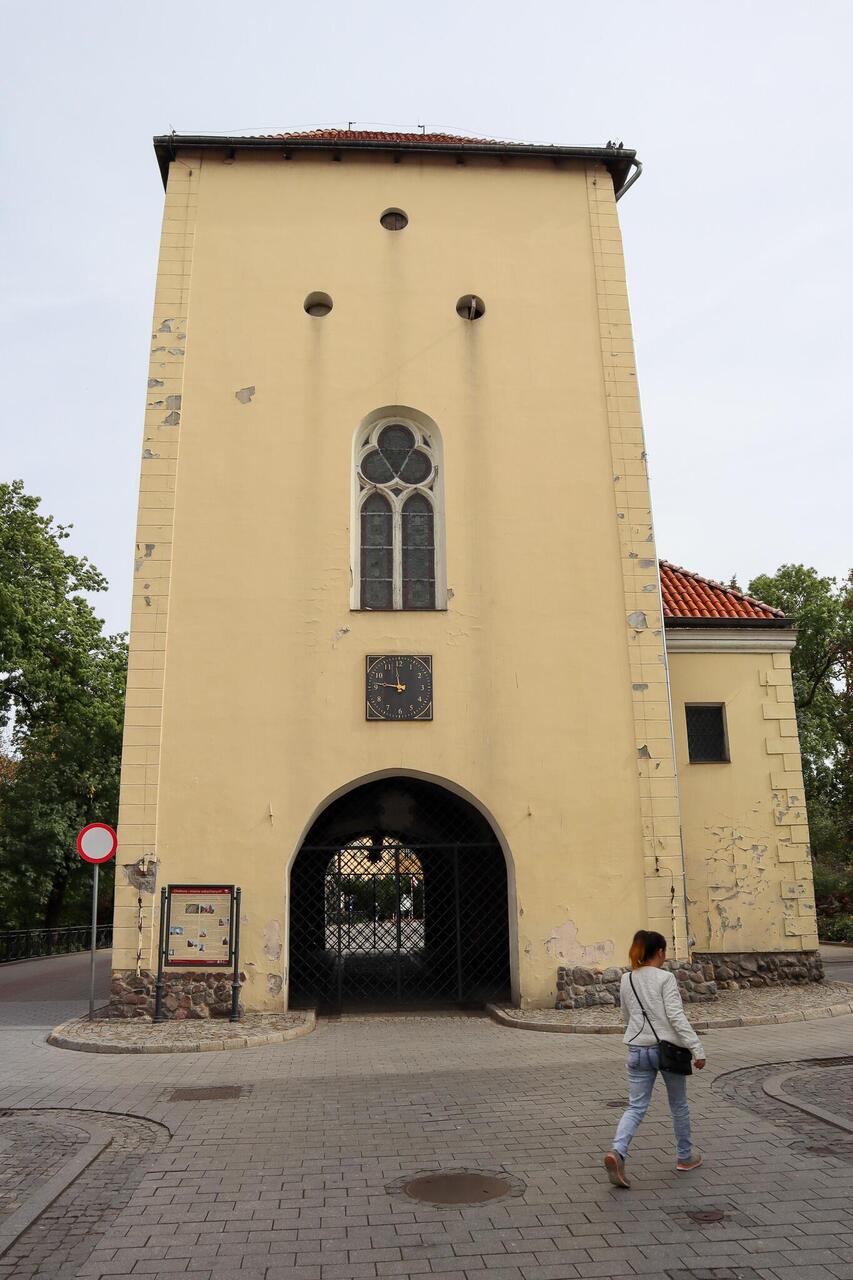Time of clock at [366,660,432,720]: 11:46
